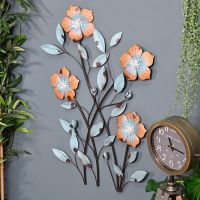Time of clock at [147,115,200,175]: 11:17
